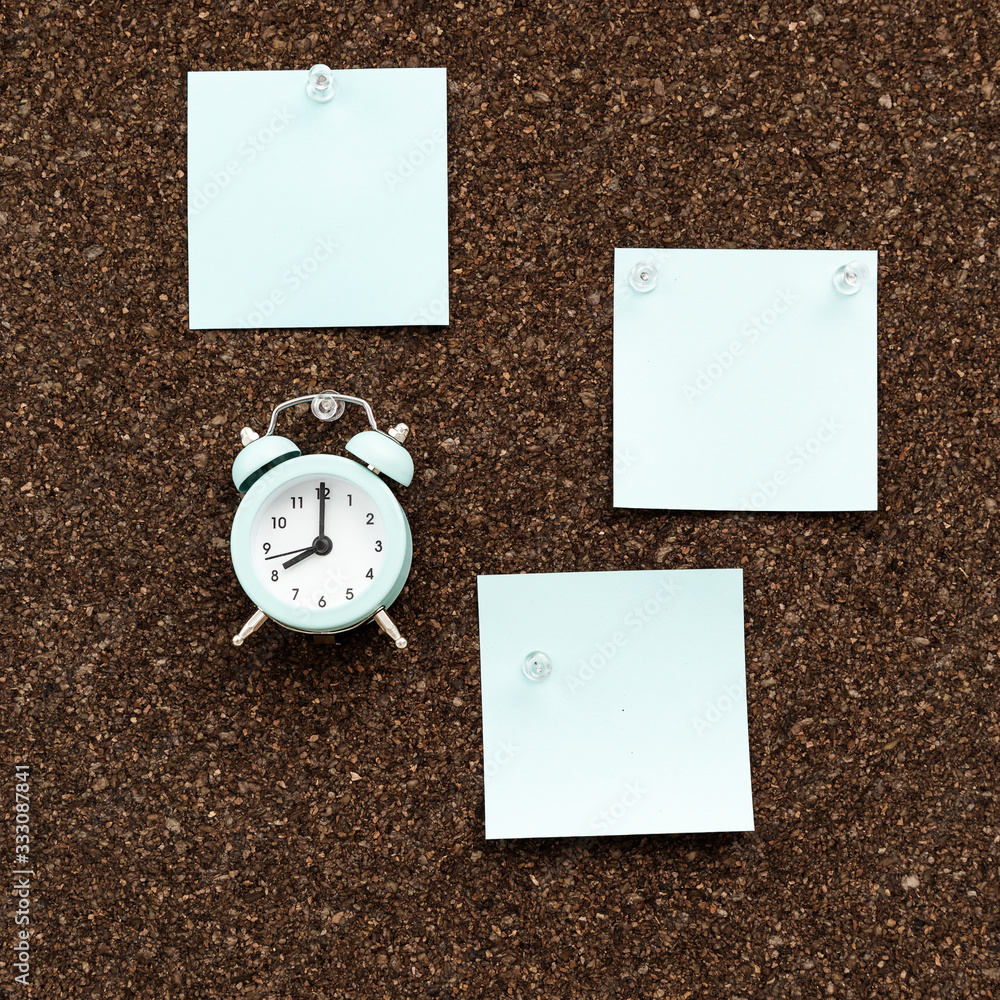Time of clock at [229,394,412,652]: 8:00
